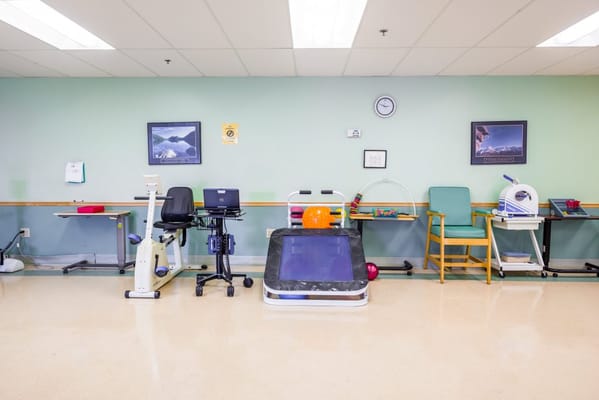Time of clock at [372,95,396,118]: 2:48
